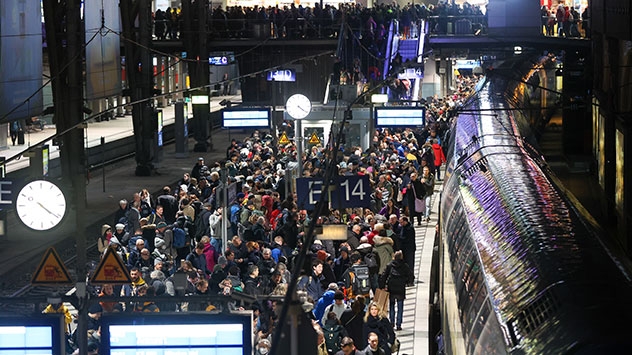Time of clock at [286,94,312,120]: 4:21
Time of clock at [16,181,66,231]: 4:20
